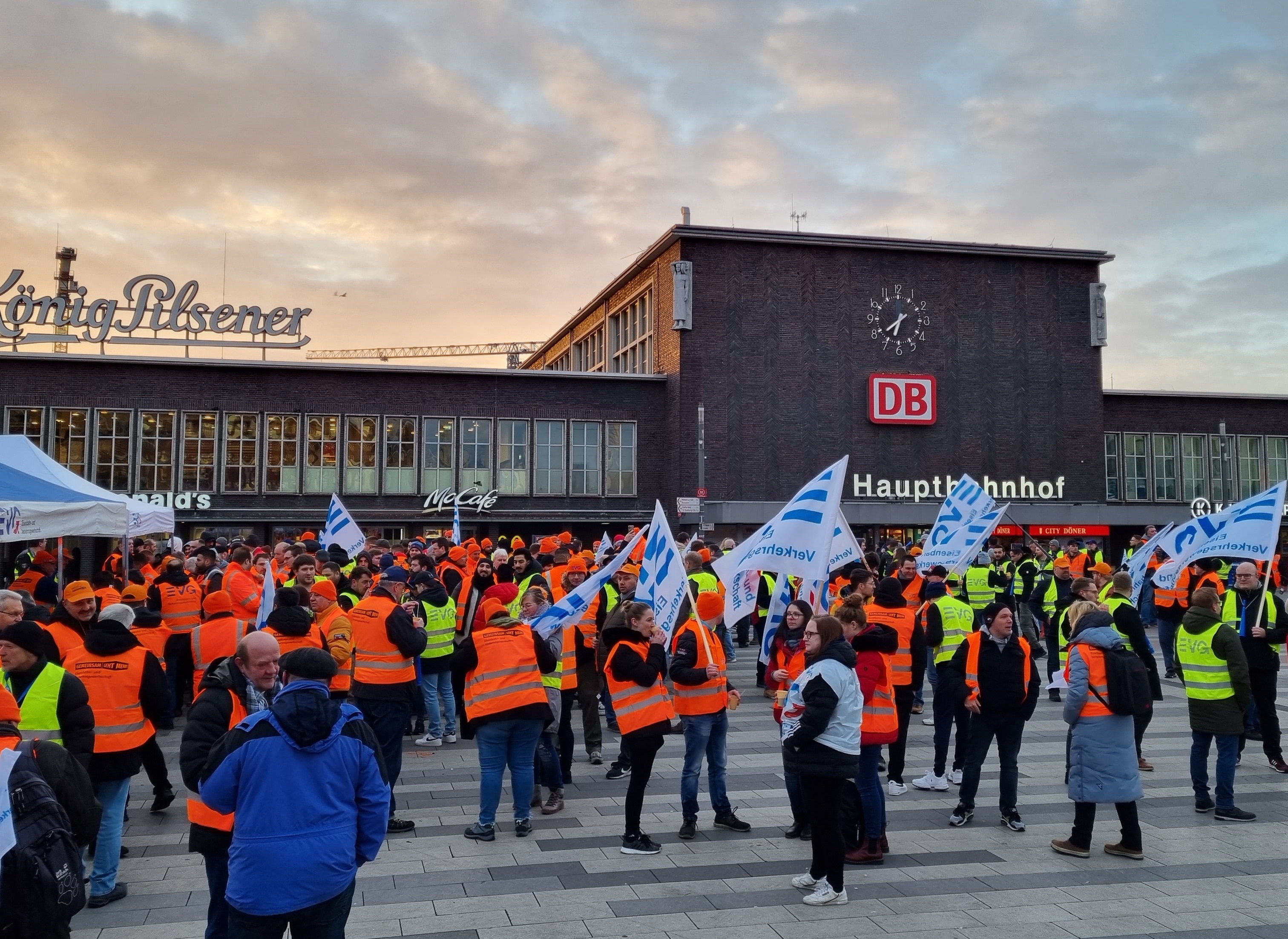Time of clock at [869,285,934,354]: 6:38
